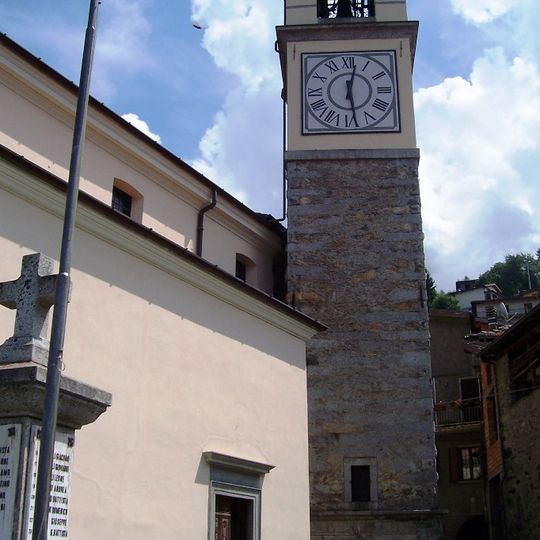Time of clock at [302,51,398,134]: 12:28
